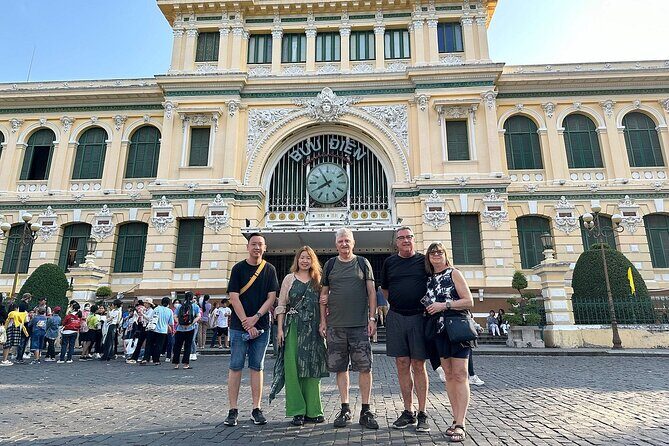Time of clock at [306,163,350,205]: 7:54
